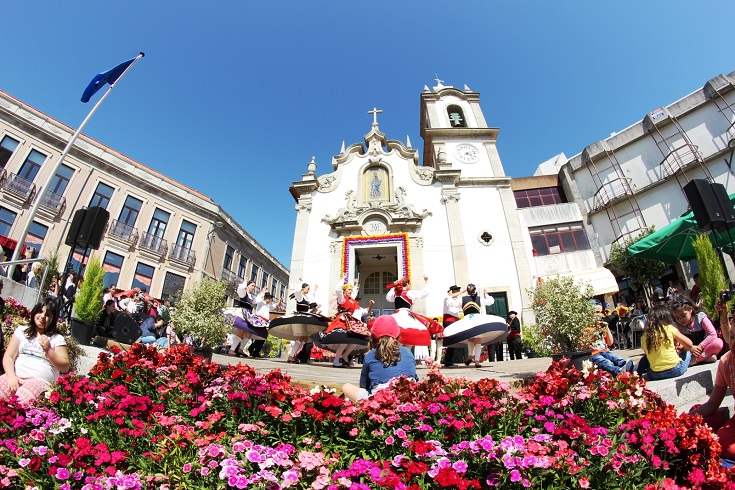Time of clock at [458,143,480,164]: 4:12
